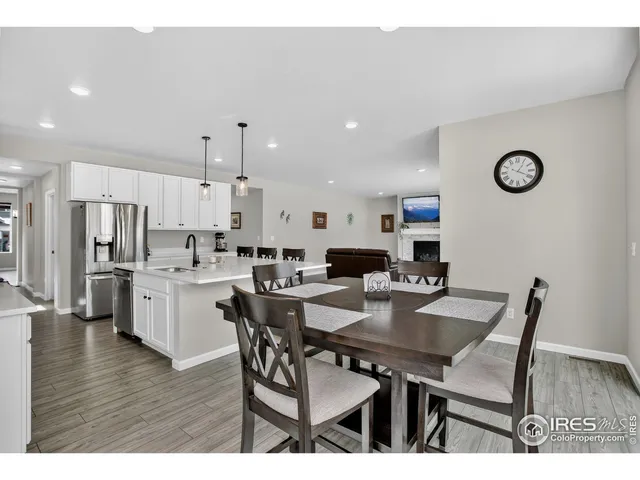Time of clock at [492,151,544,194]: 1:19
